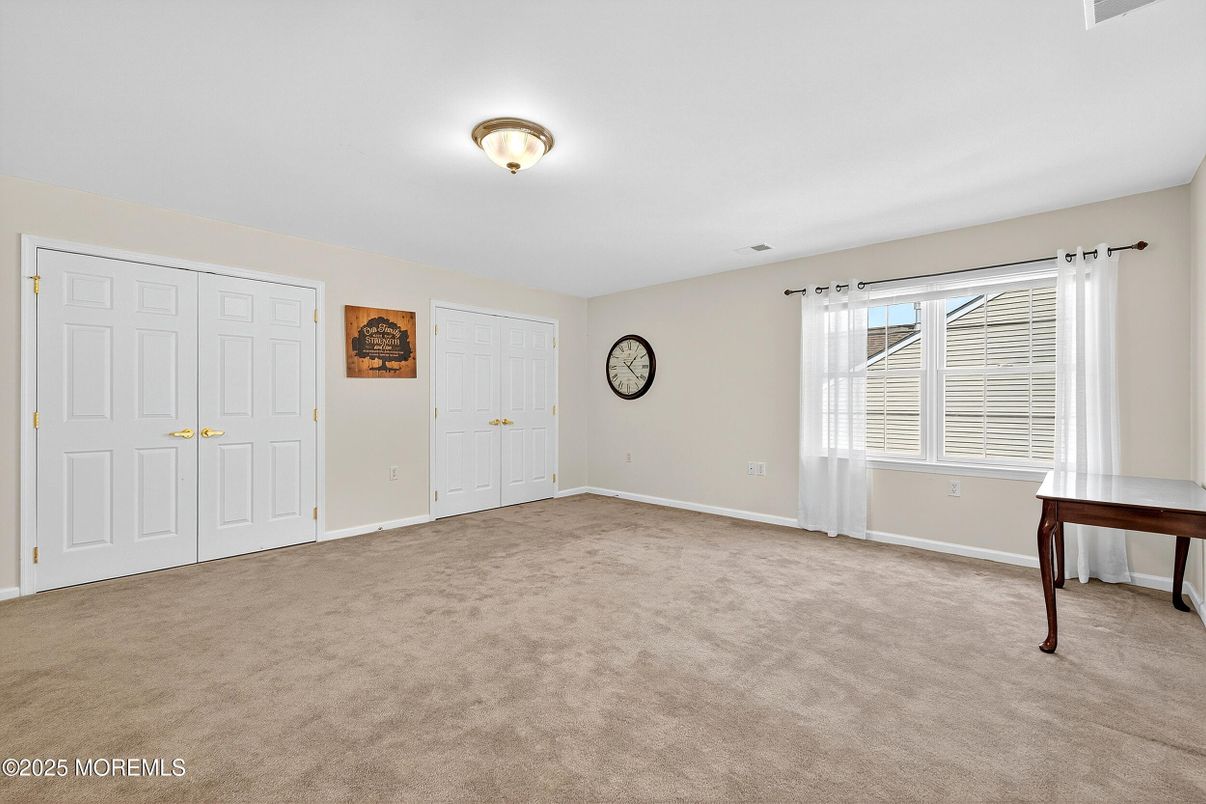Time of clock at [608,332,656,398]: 1:21
